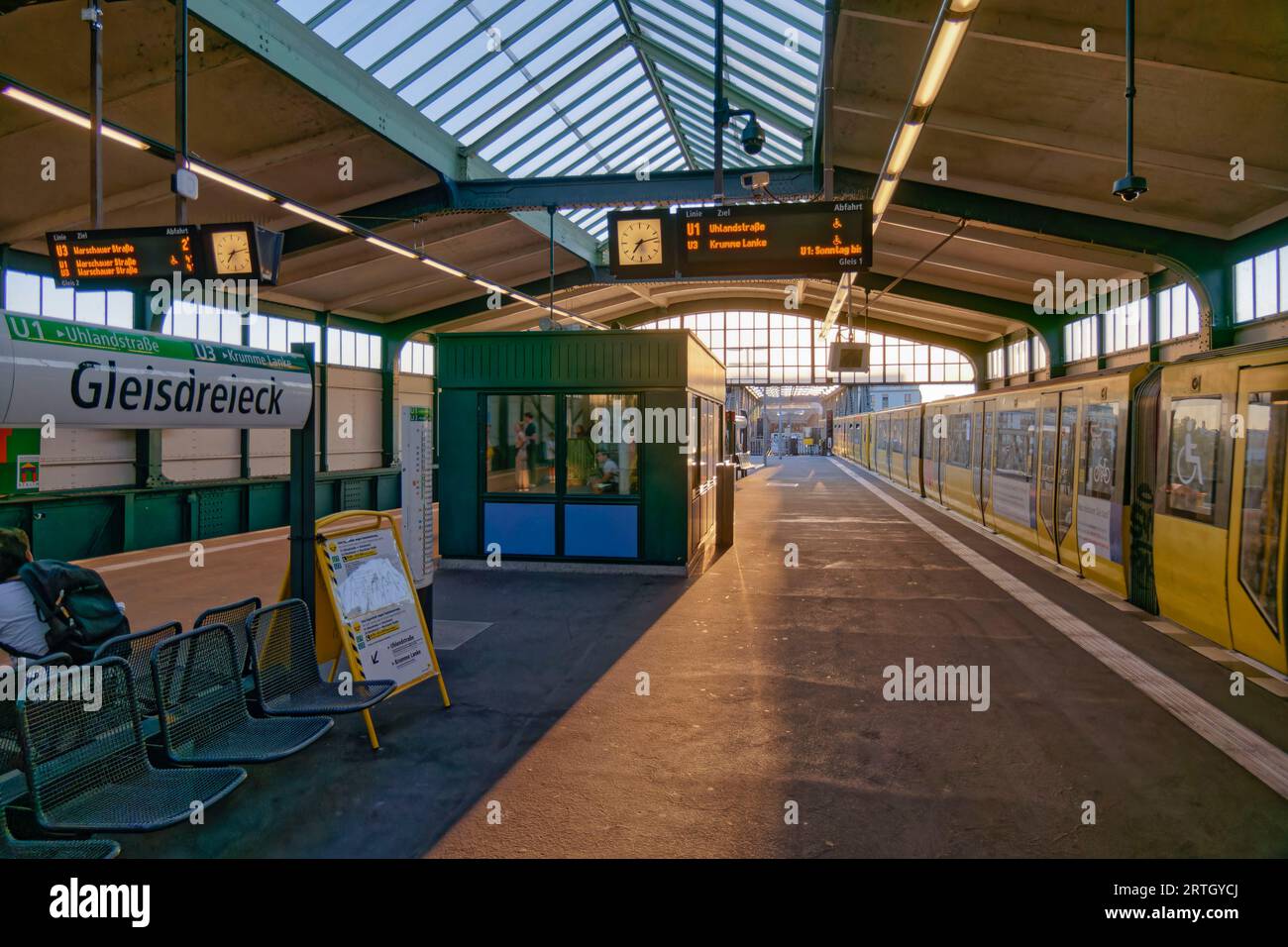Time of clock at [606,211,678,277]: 7:13
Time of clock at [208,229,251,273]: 7:13
